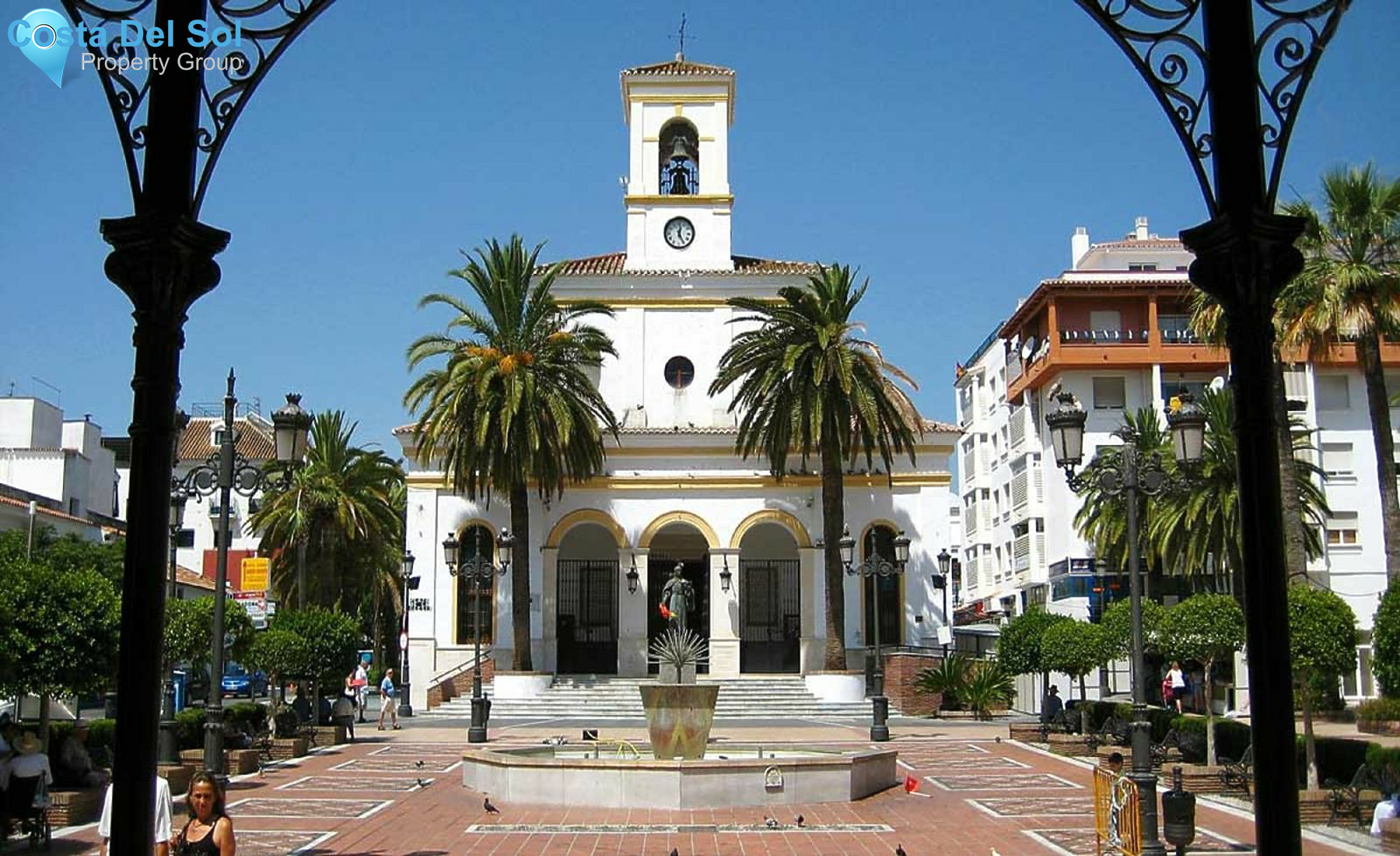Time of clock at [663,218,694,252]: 12:25
